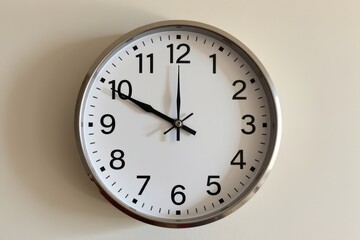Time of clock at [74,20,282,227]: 11:49
